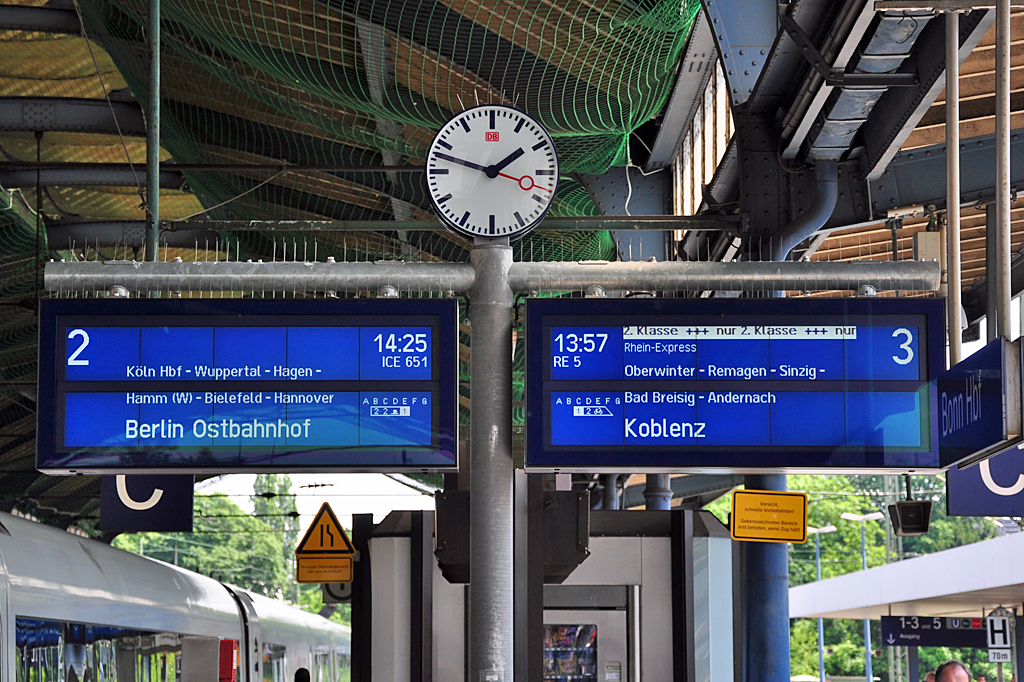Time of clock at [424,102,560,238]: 1:47
